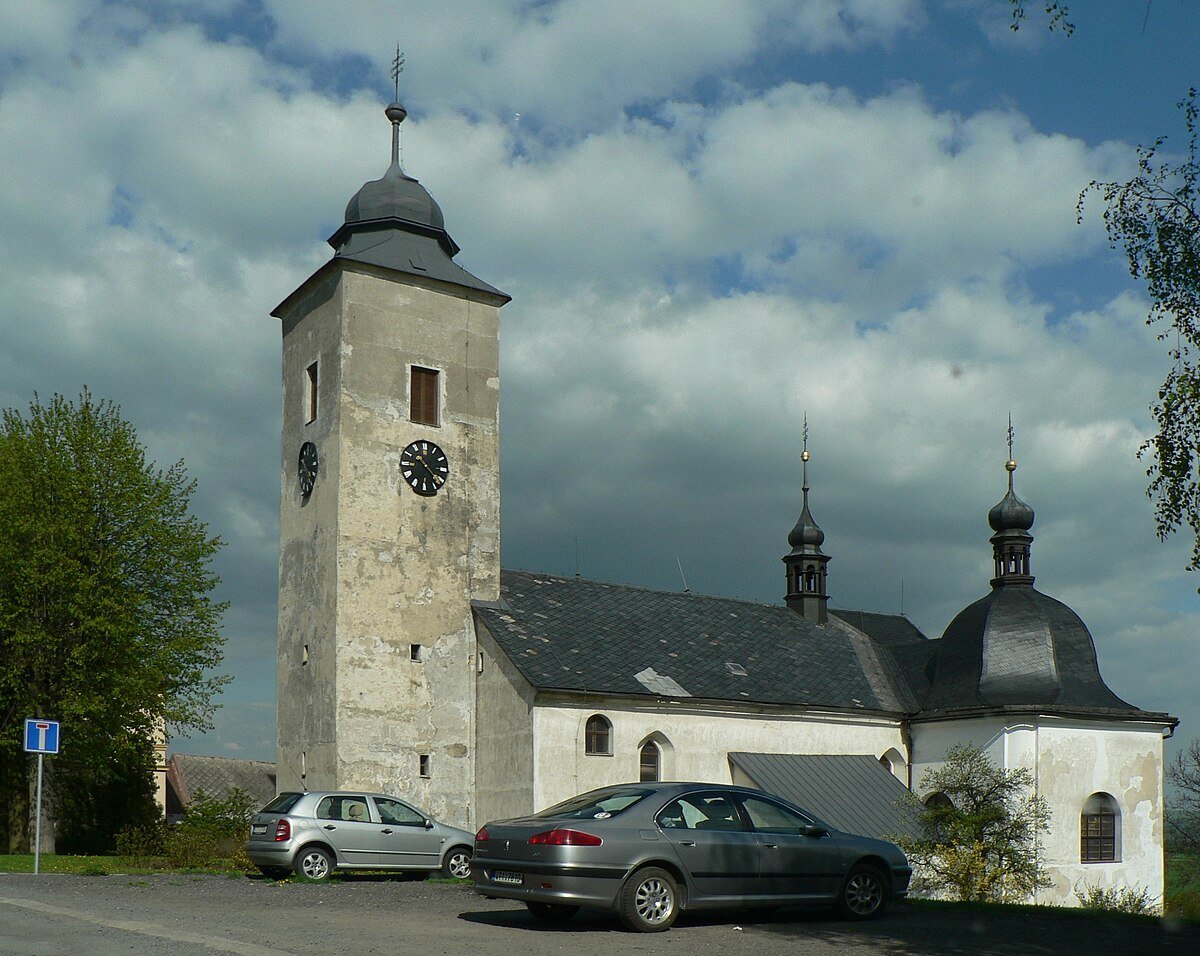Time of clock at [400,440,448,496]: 10:22
